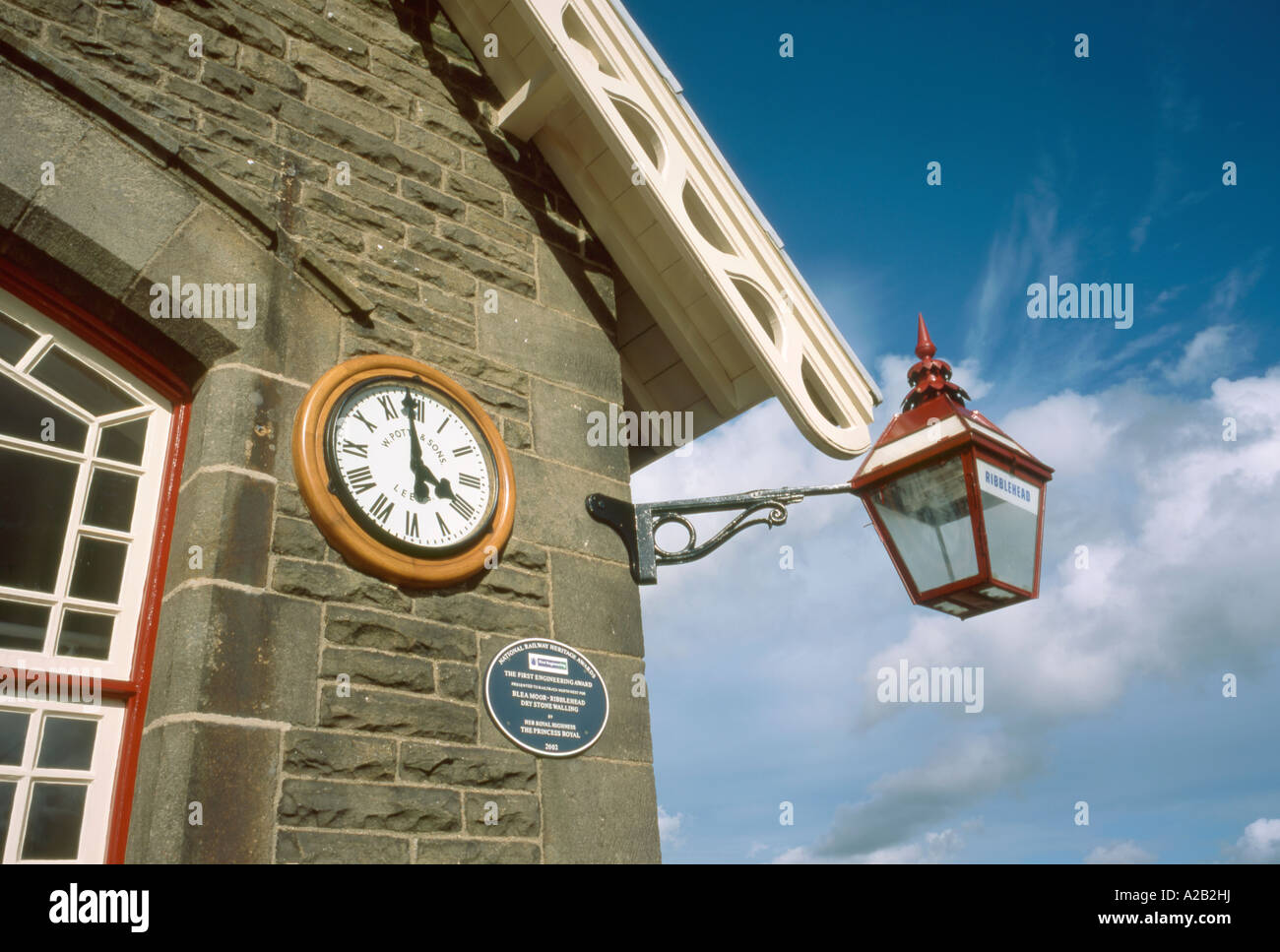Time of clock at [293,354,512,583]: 3:58
